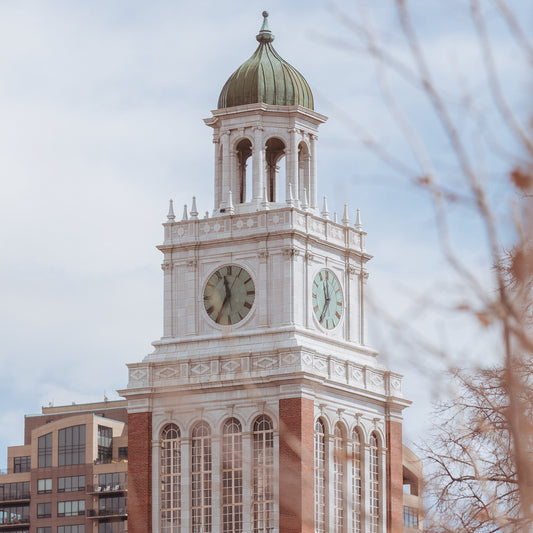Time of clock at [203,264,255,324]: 11:35
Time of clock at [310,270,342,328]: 11:35
